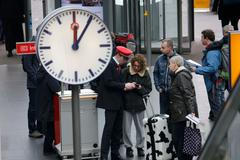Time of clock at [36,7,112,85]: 12:05
